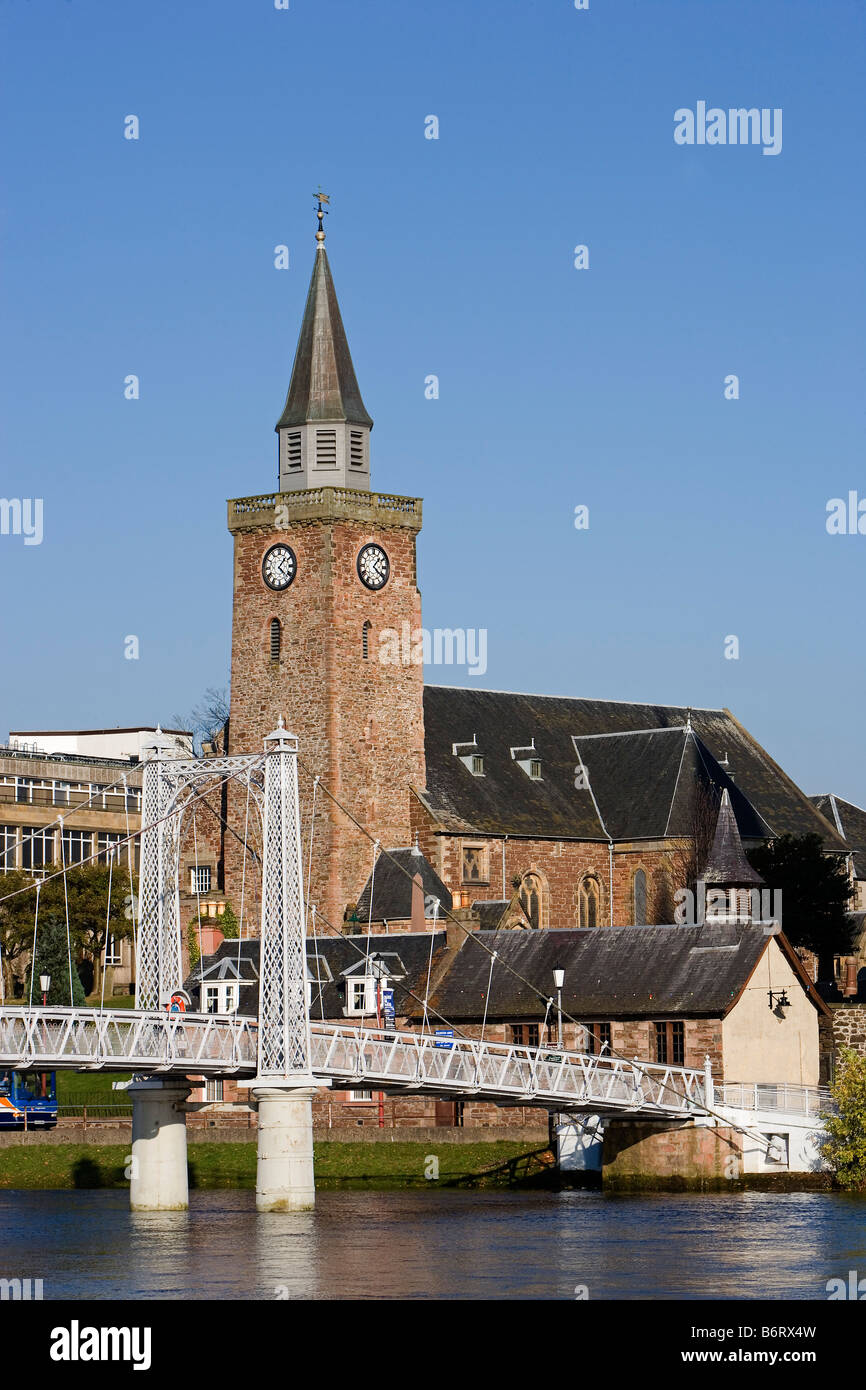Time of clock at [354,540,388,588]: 1:21
